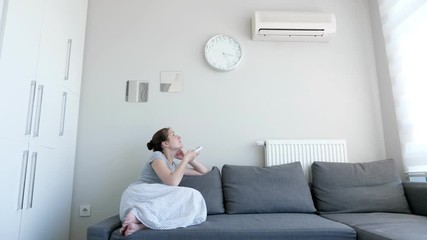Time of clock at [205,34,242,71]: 3:23
